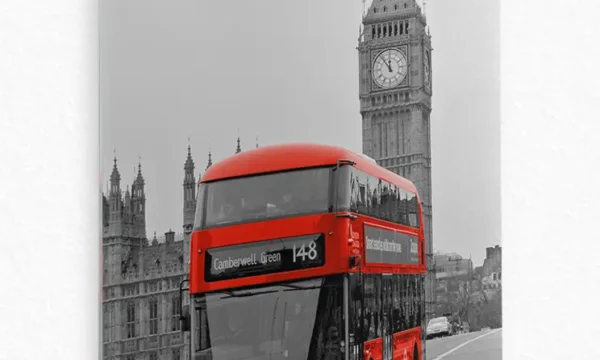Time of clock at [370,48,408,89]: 11:53
